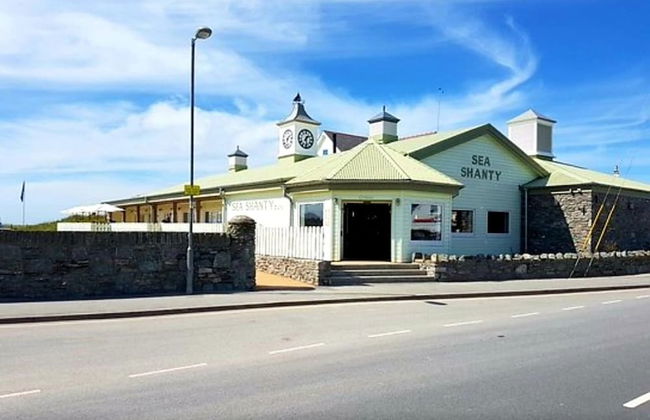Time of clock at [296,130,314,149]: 1:28
